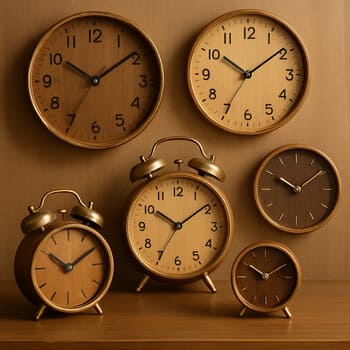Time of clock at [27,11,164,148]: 10:08
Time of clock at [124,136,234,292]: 10:09
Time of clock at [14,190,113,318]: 10:09
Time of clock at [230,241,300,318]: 10:09
